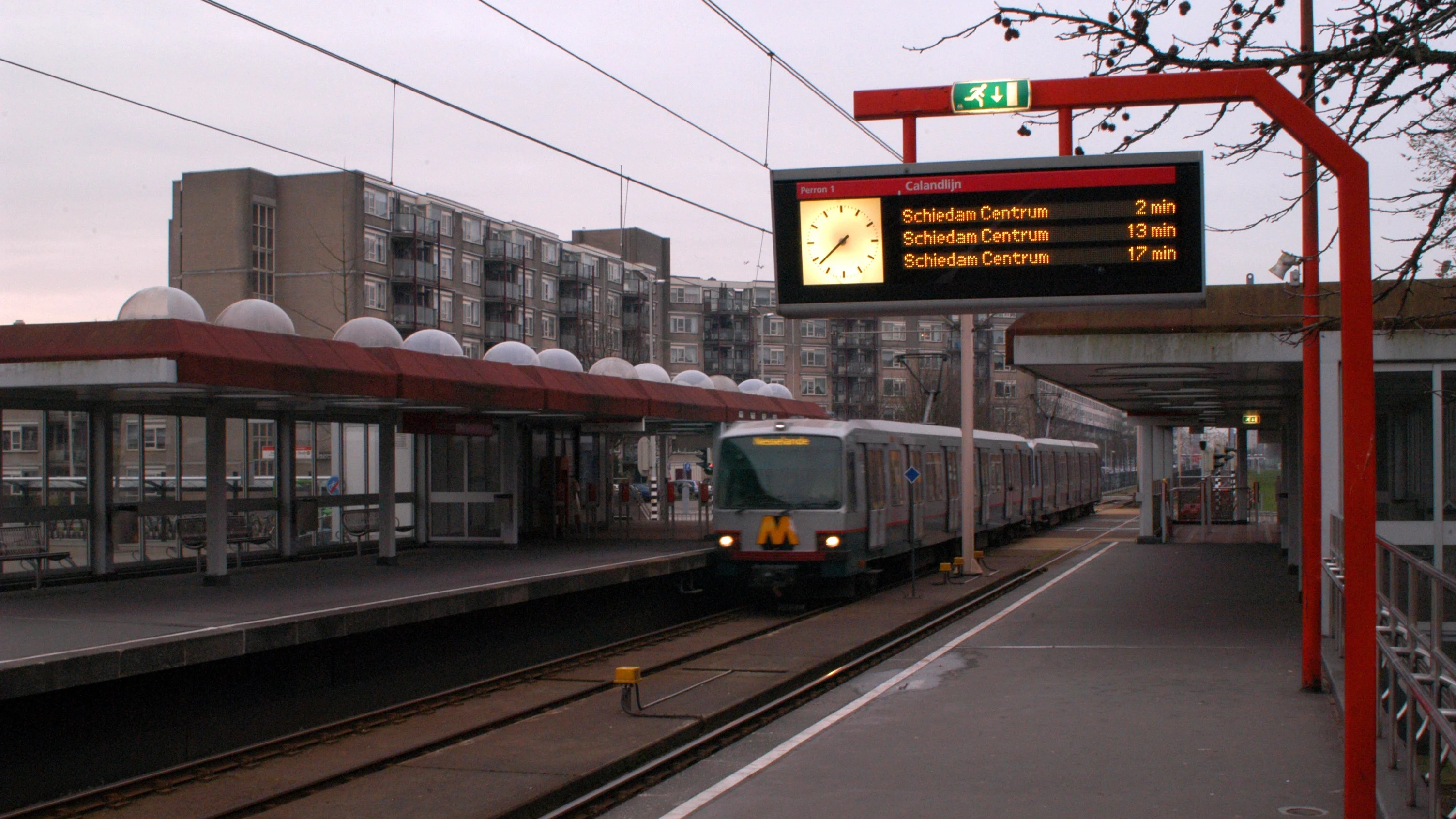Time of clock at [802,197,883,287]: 7:38
